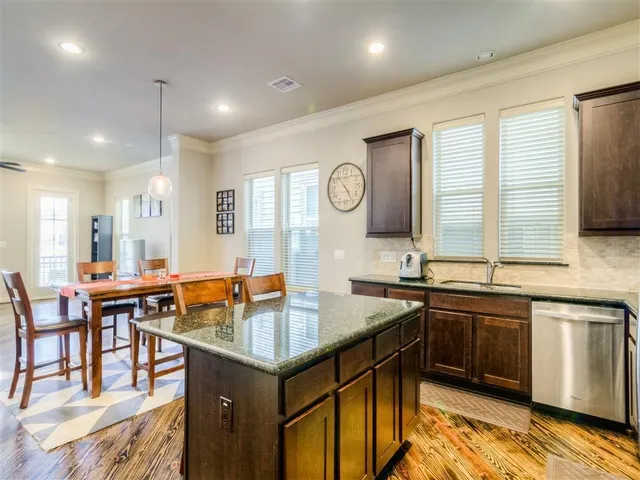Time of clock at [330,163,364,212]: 4:52
